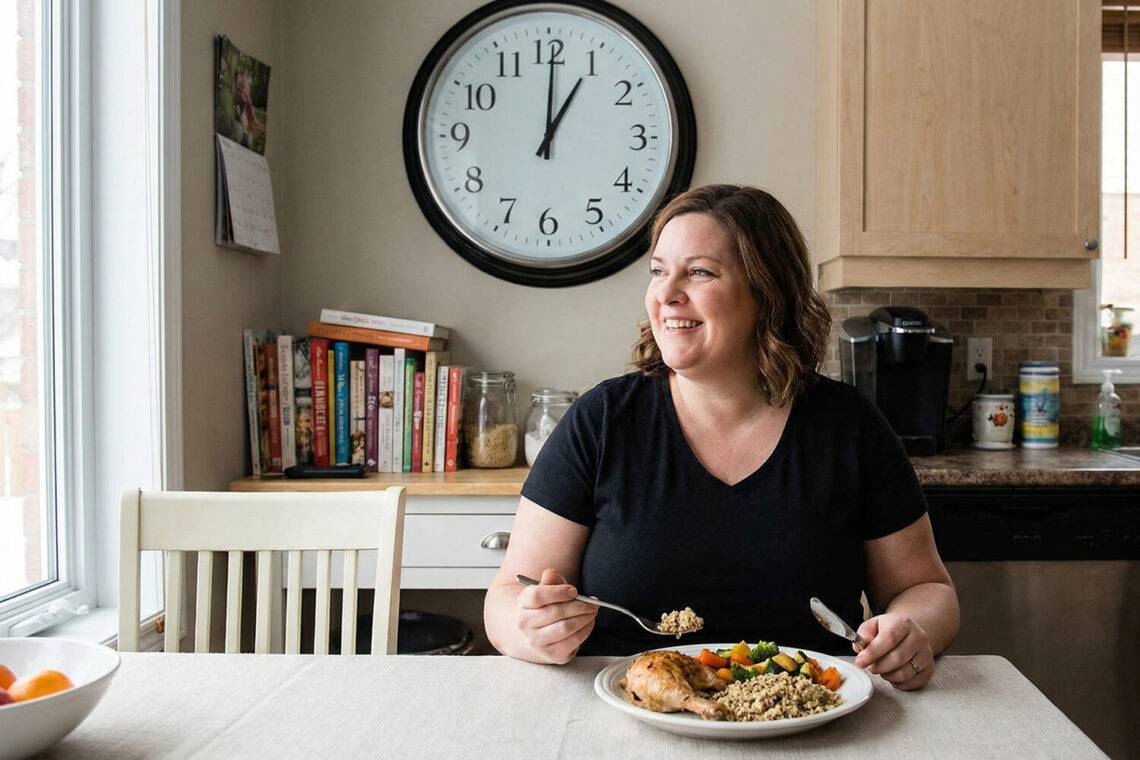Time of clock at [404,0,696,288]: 1:00
